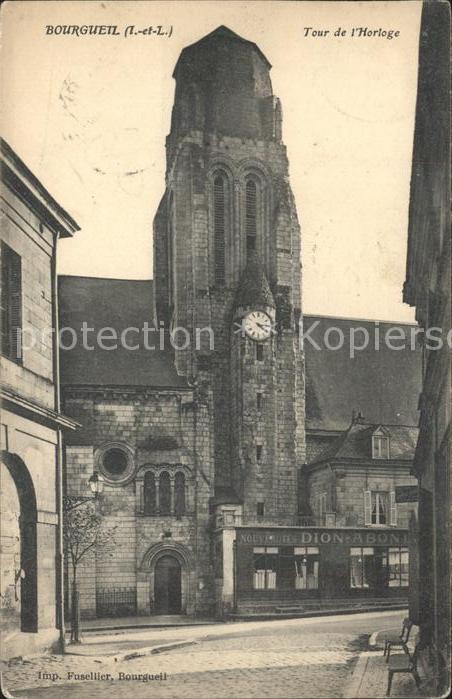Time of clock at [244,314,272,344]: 4:14
